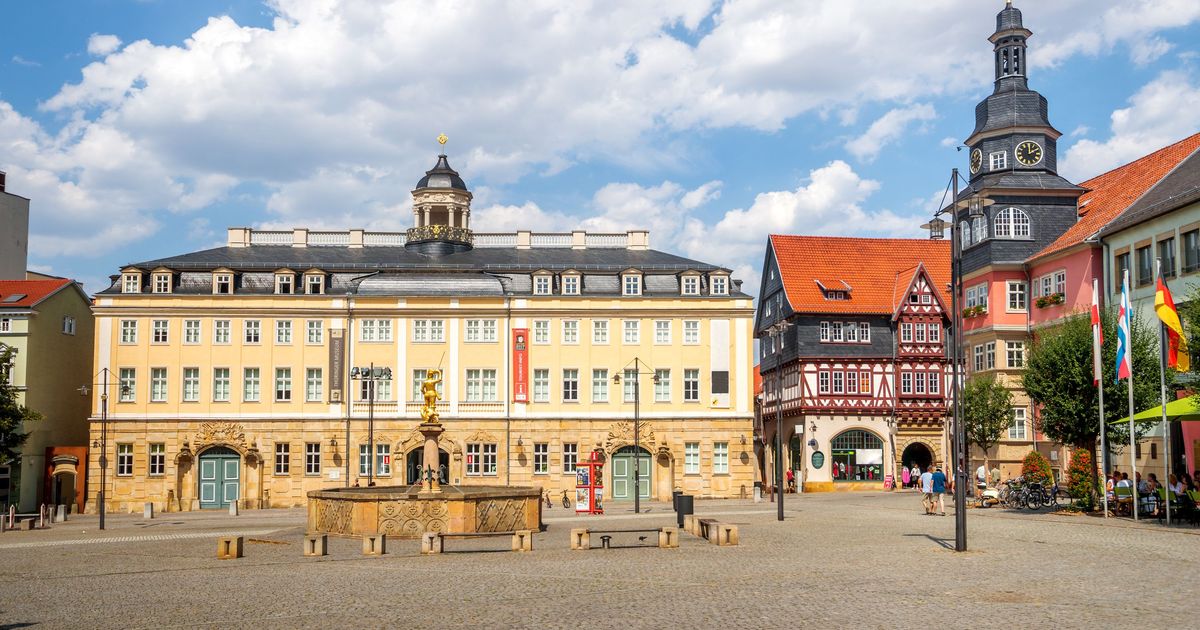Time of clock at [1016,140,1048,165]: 2:00
